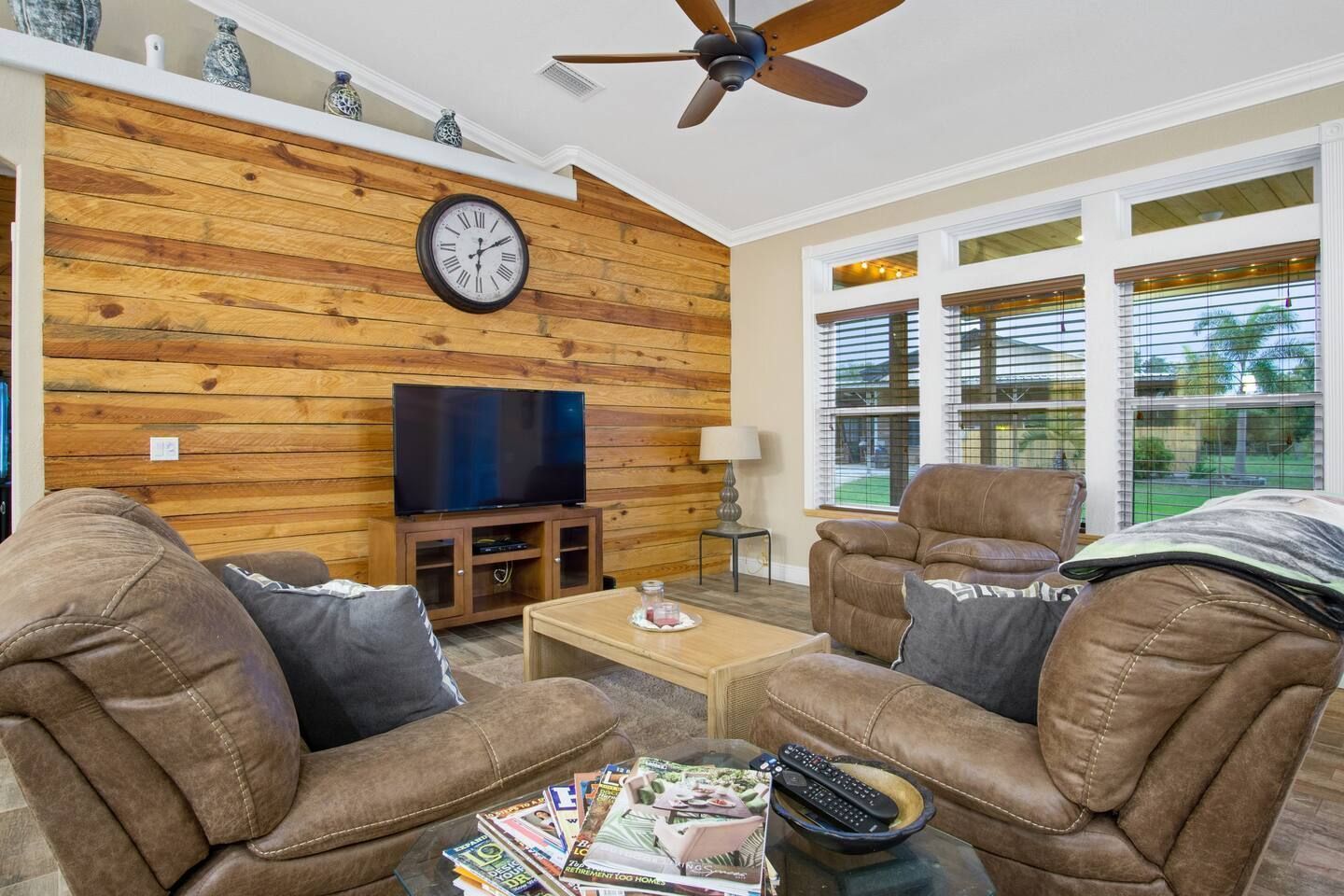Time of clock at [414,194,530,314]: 6:09
